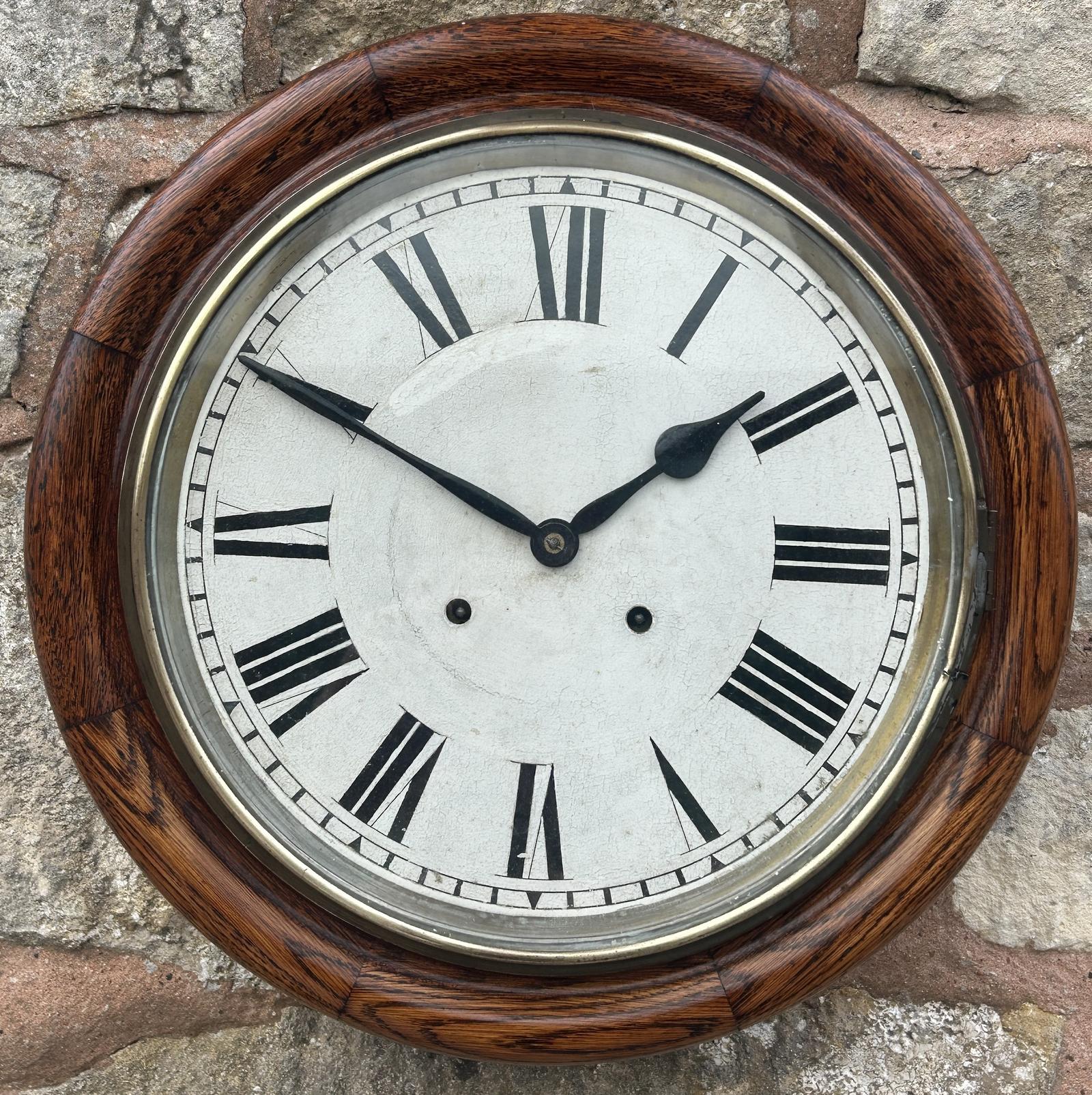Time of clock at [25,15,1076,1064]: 1:49
